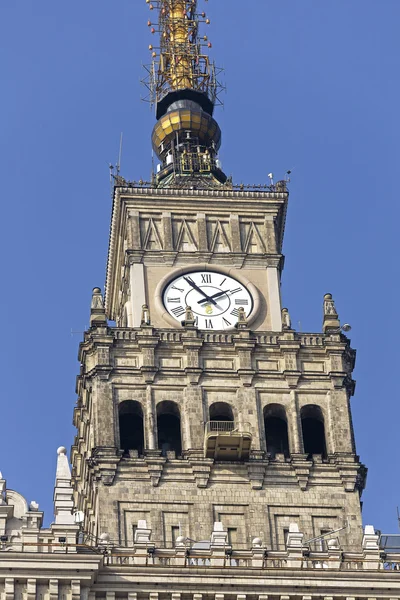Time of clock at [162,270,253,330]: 1:54
